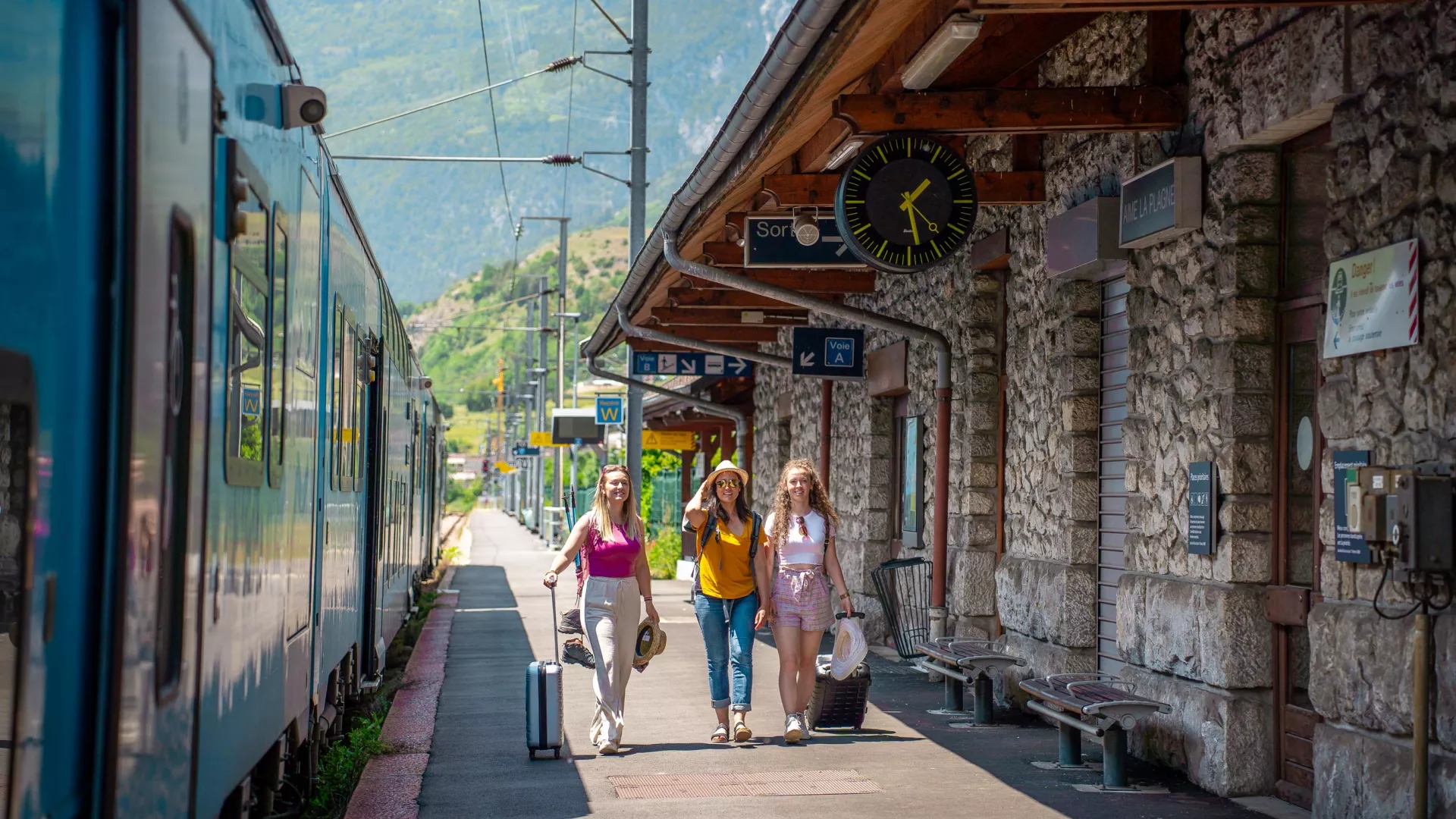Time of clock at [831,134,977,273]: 1:28
